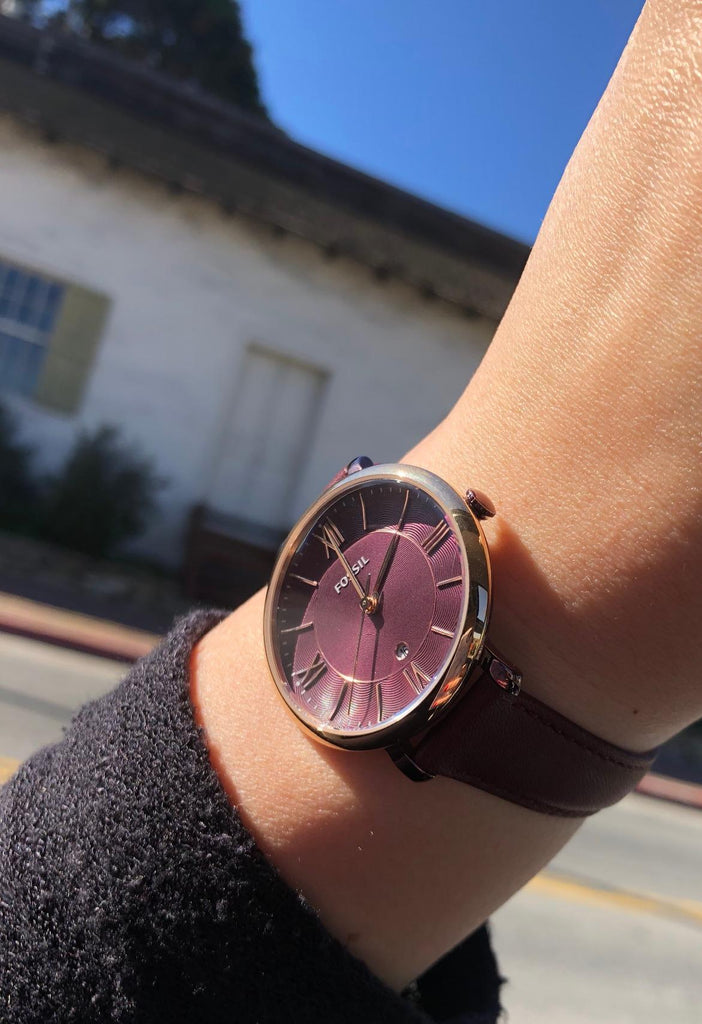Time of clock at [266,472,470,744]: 11:05
